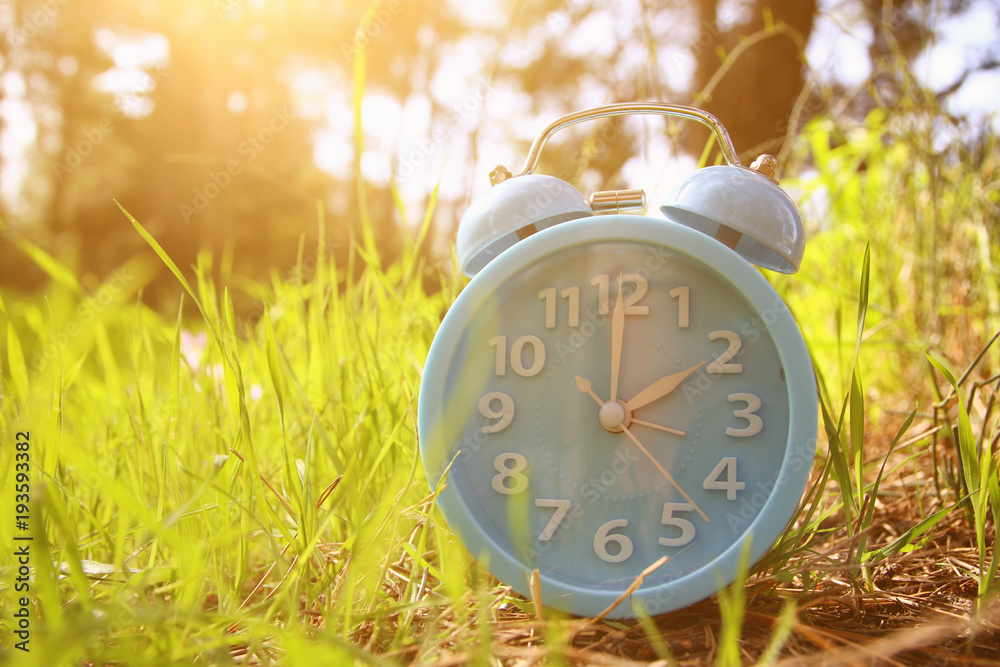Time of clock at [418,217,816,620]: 2:00
